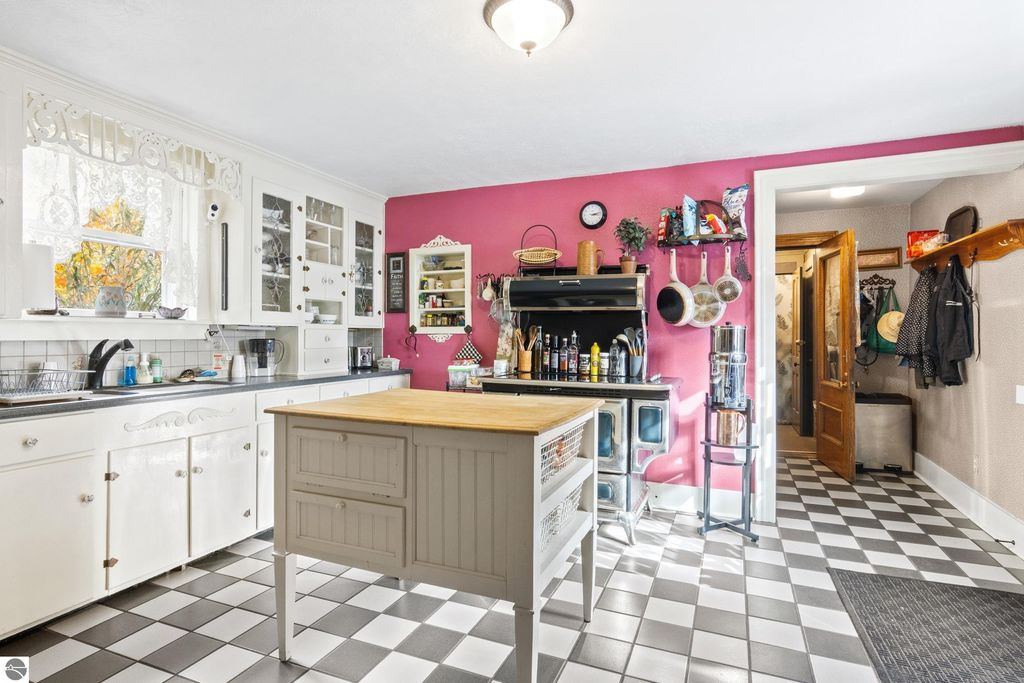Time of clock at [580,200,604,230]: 3:13
